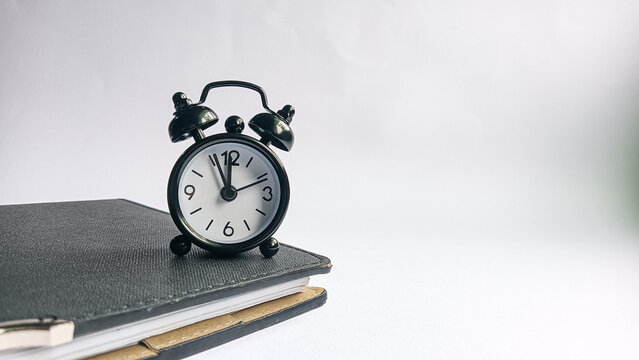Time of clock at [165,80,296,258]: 11:56
